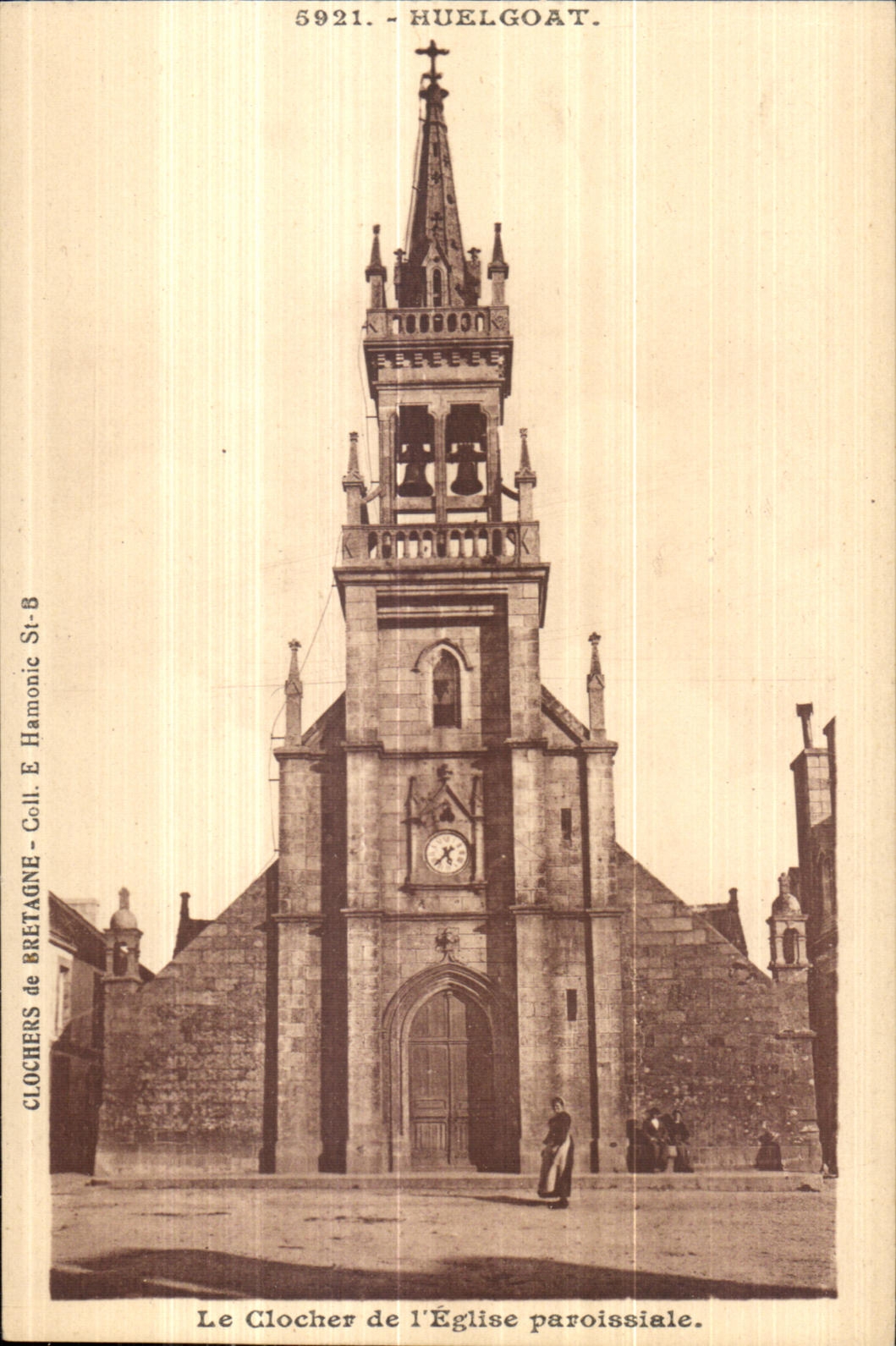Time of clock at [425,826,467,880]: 5:37
